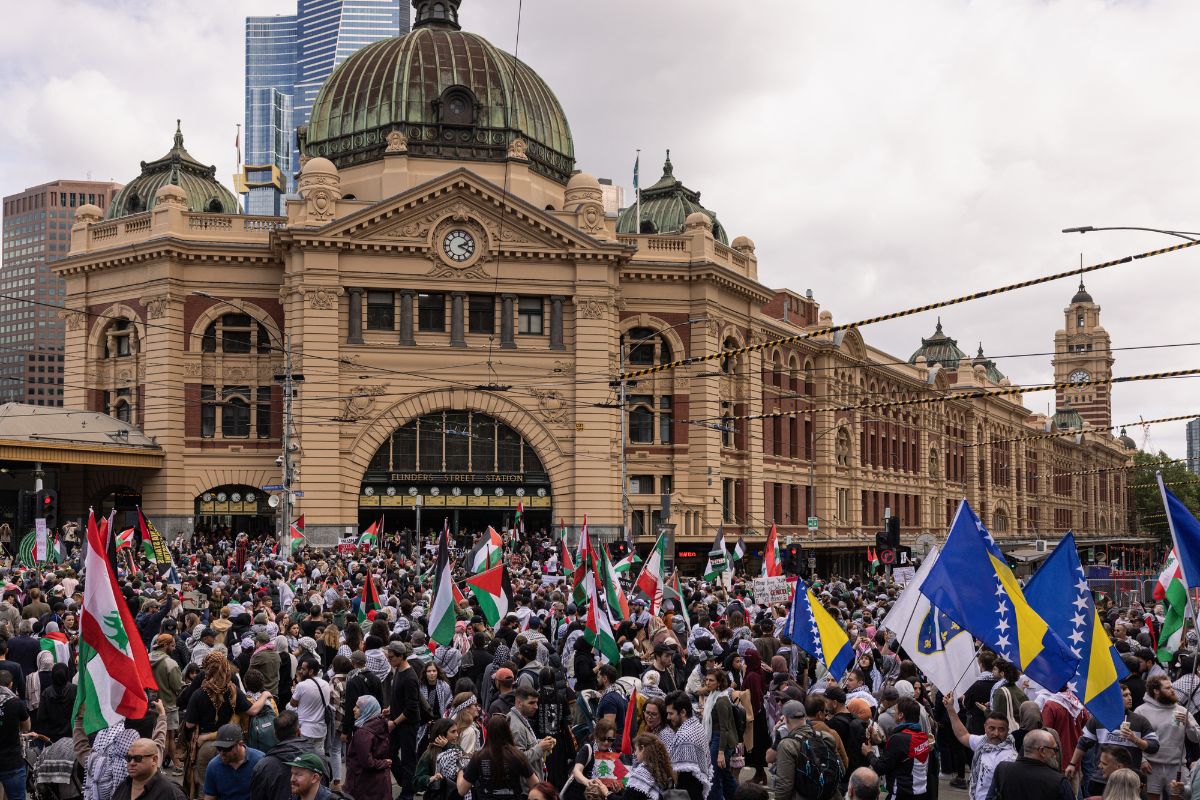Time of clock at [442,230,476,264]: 2:19
